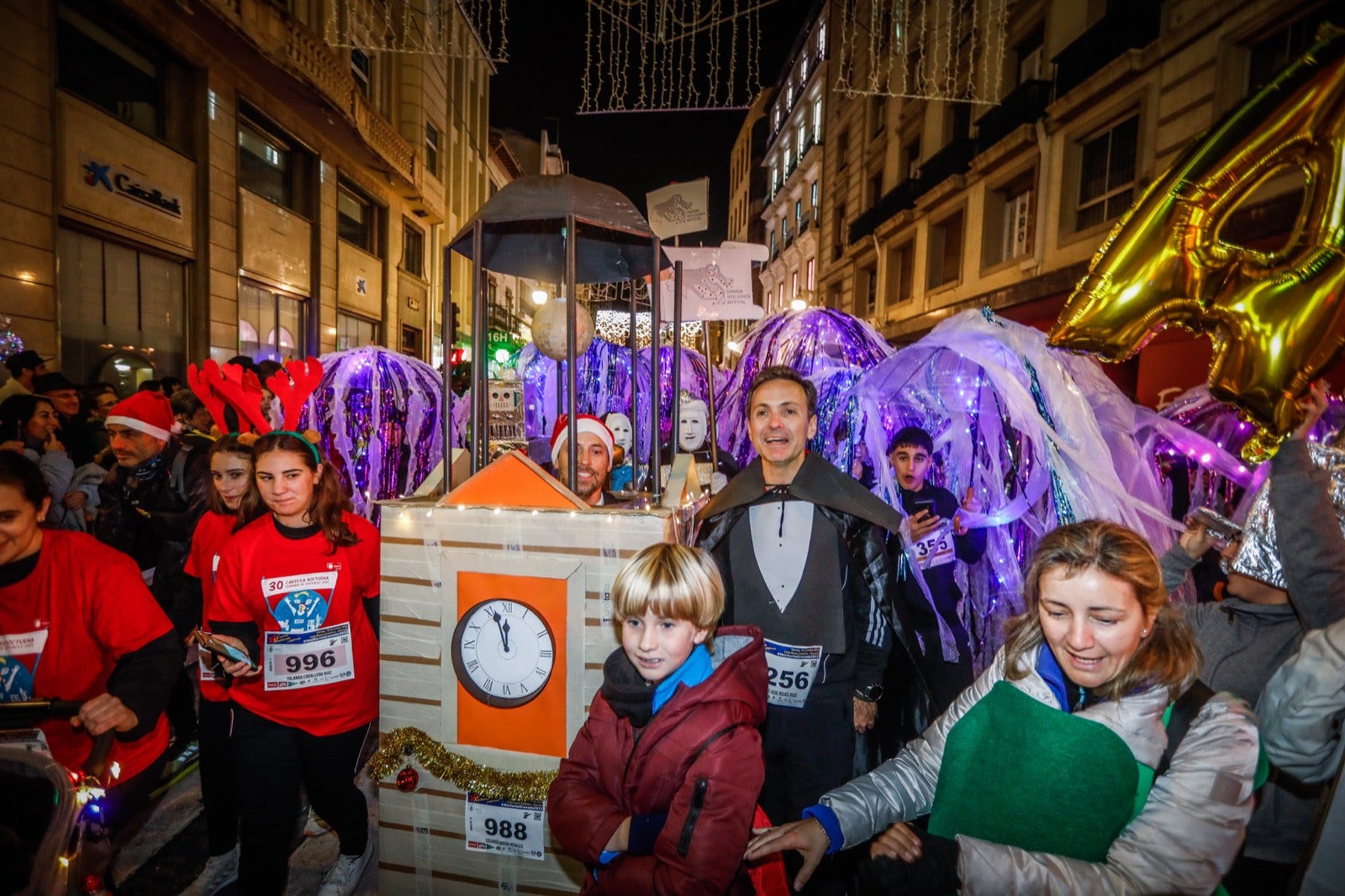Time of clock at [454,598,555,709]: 11:56
